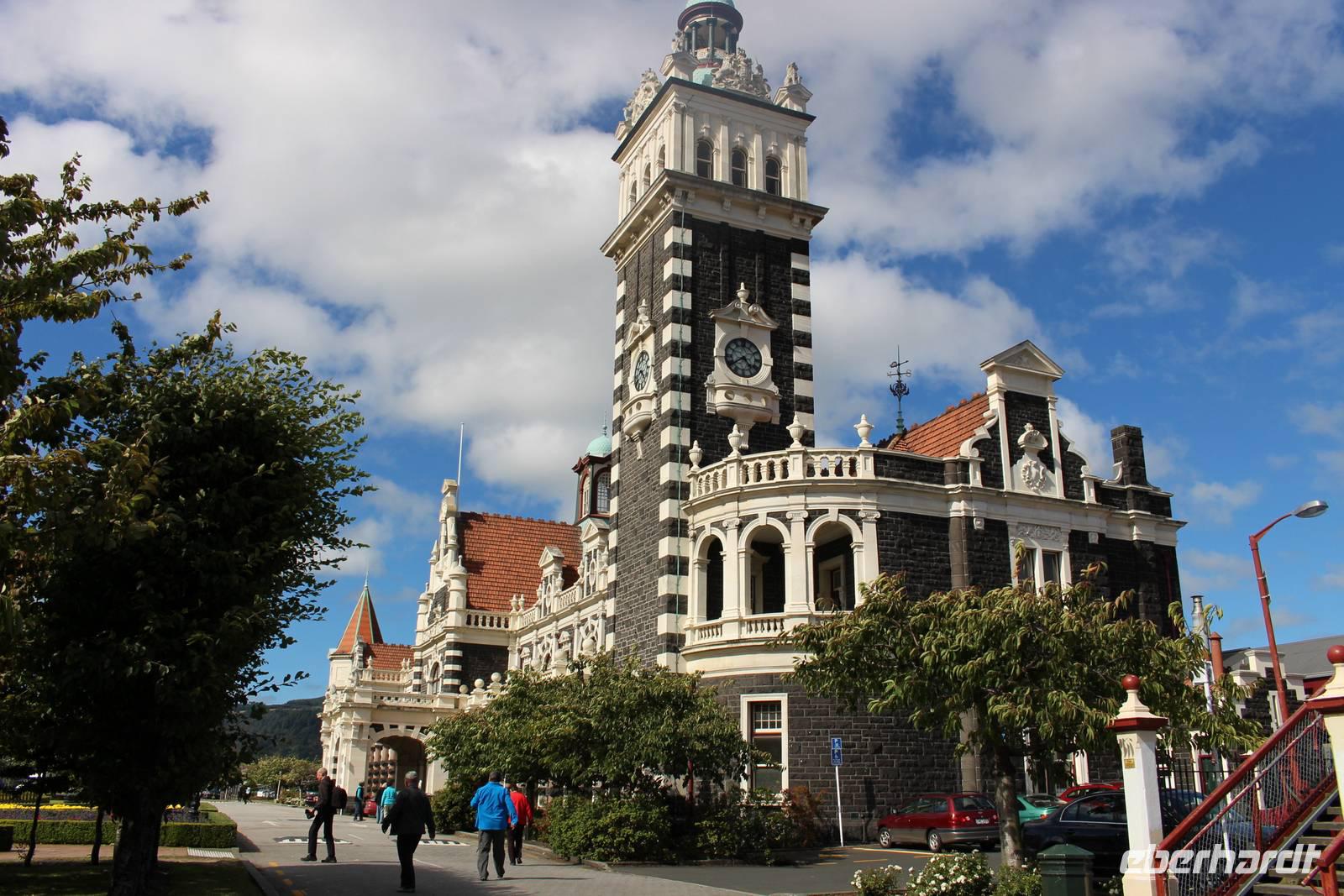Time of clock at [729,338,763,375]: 4:39
